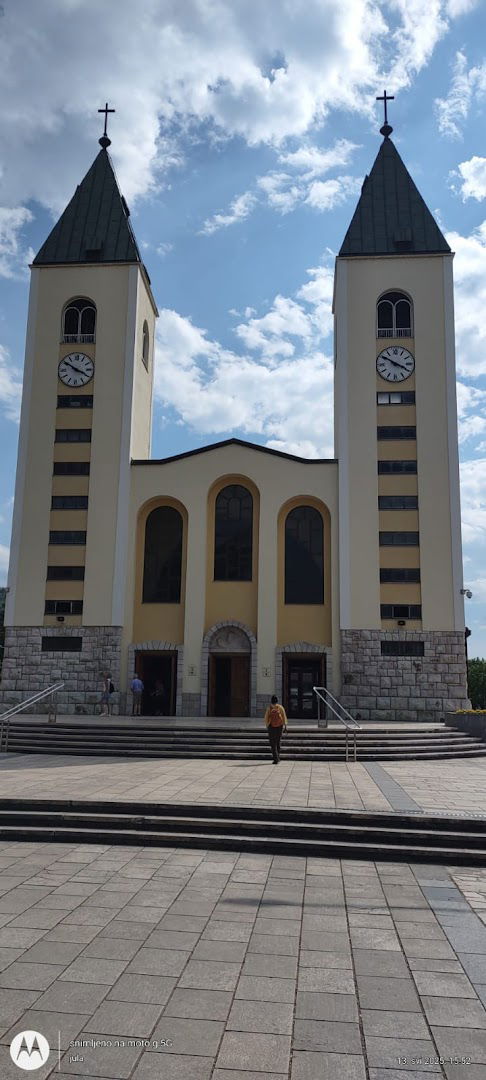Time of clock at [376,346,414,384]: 3:50
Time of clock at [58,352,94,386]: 3:50
